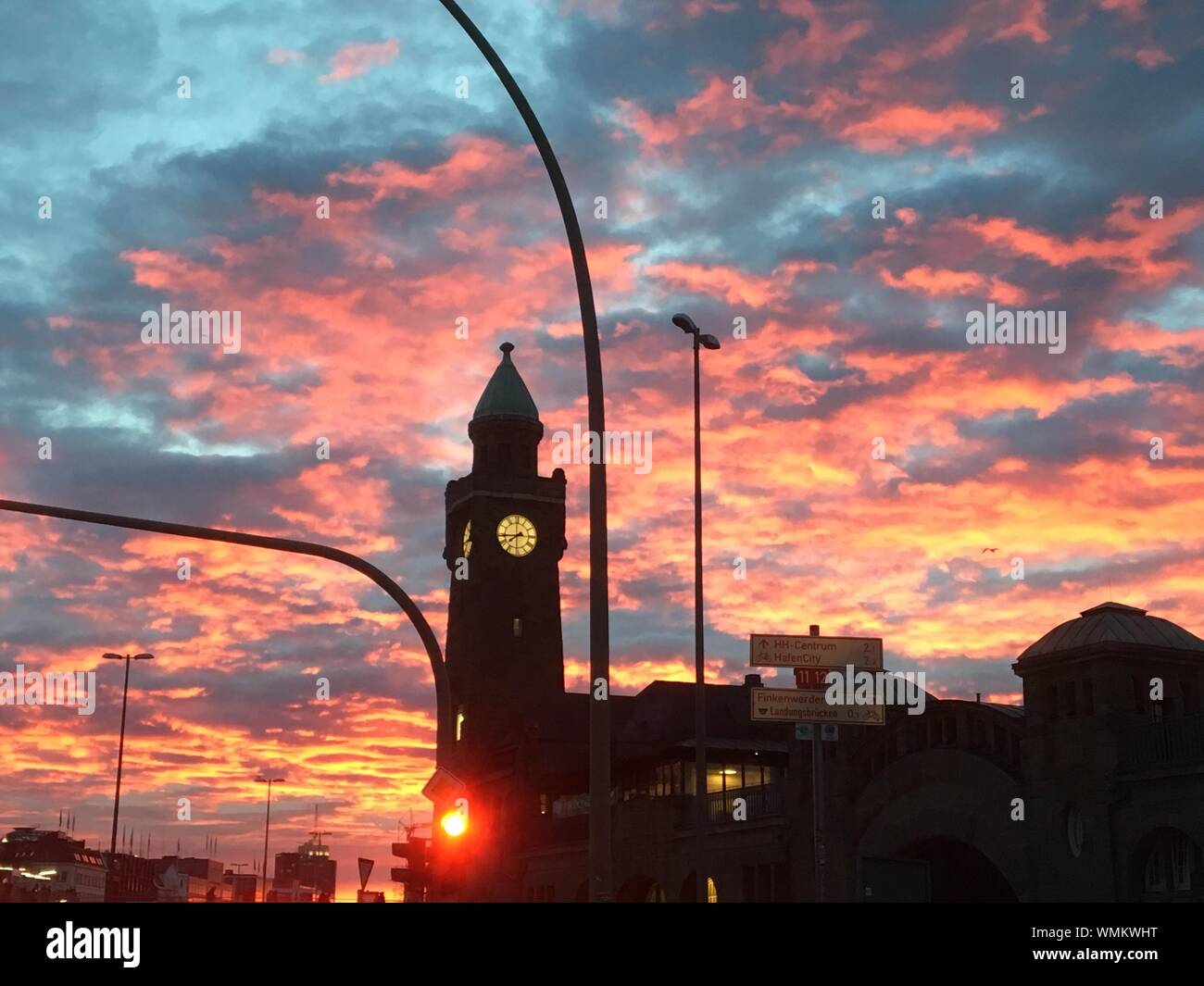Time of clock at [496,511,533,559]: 7:43
